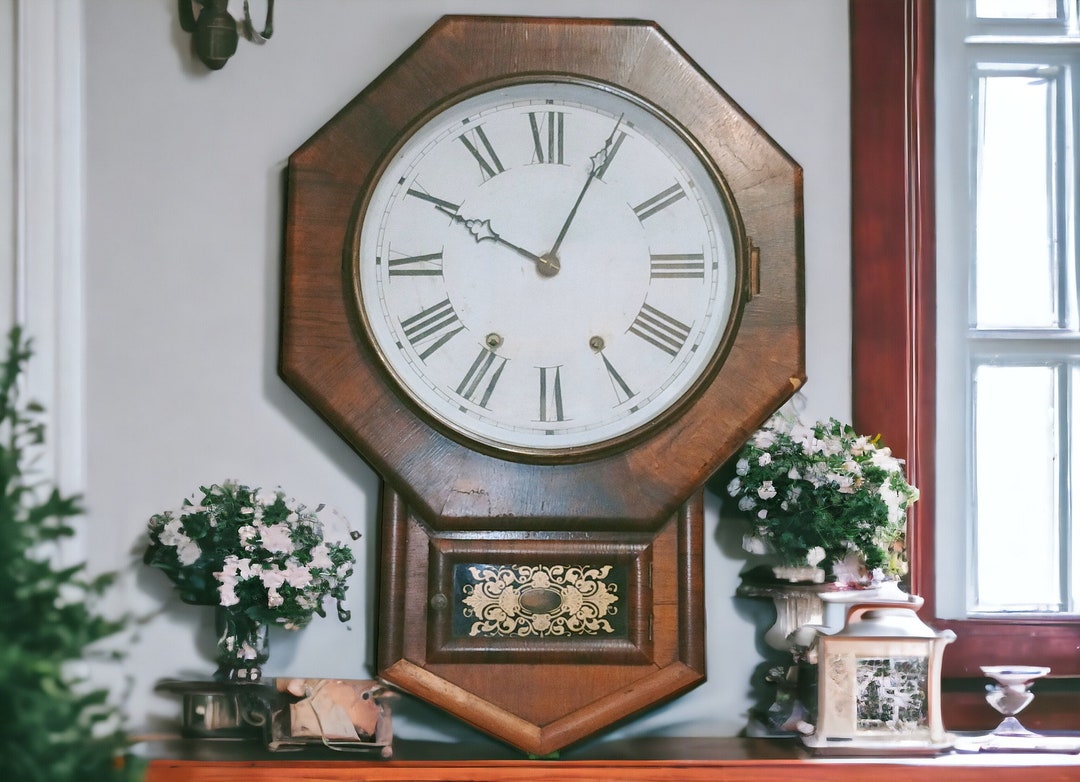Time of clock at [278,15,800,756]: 10:04
